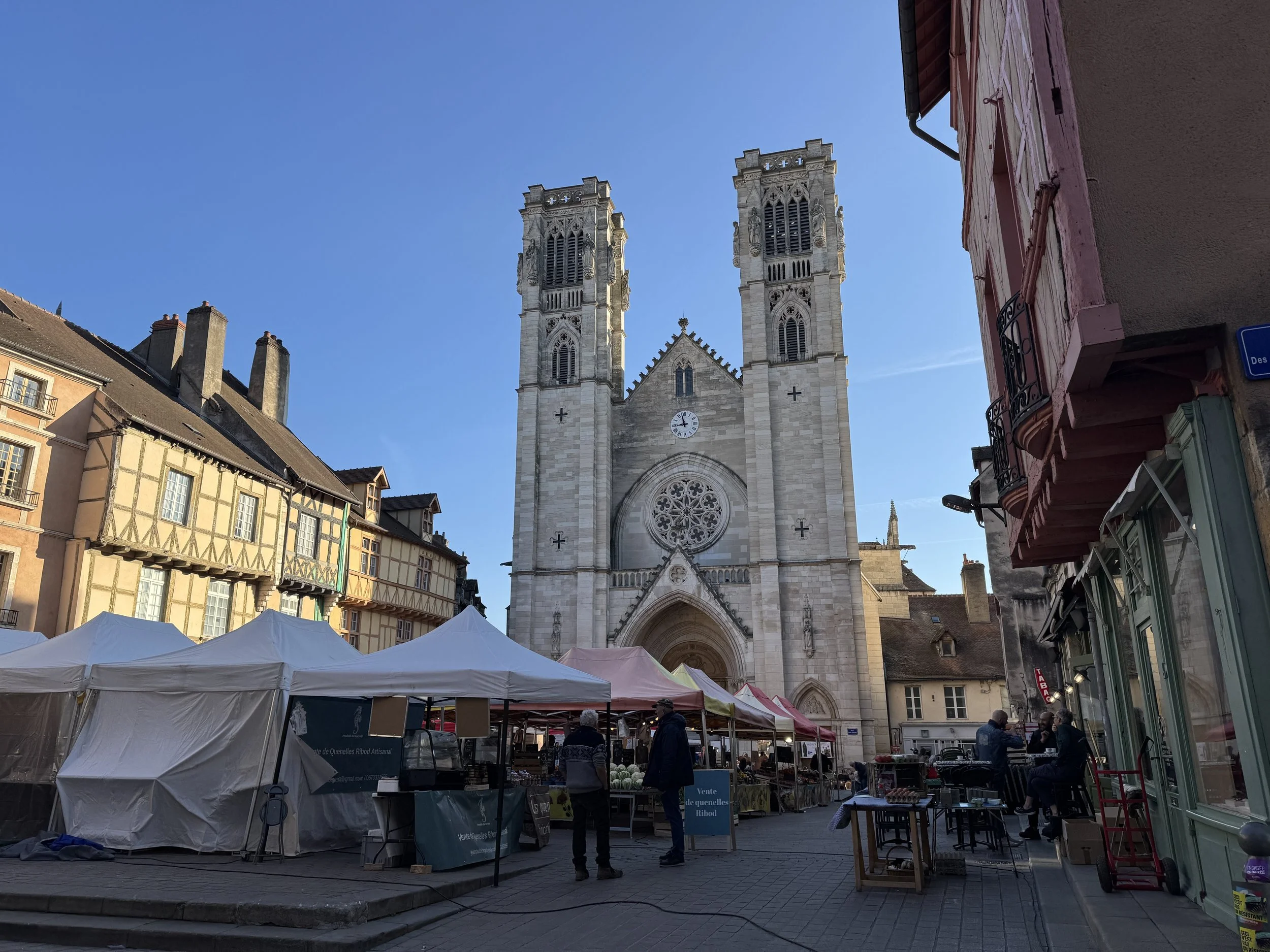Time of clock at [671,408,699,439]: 8:57
